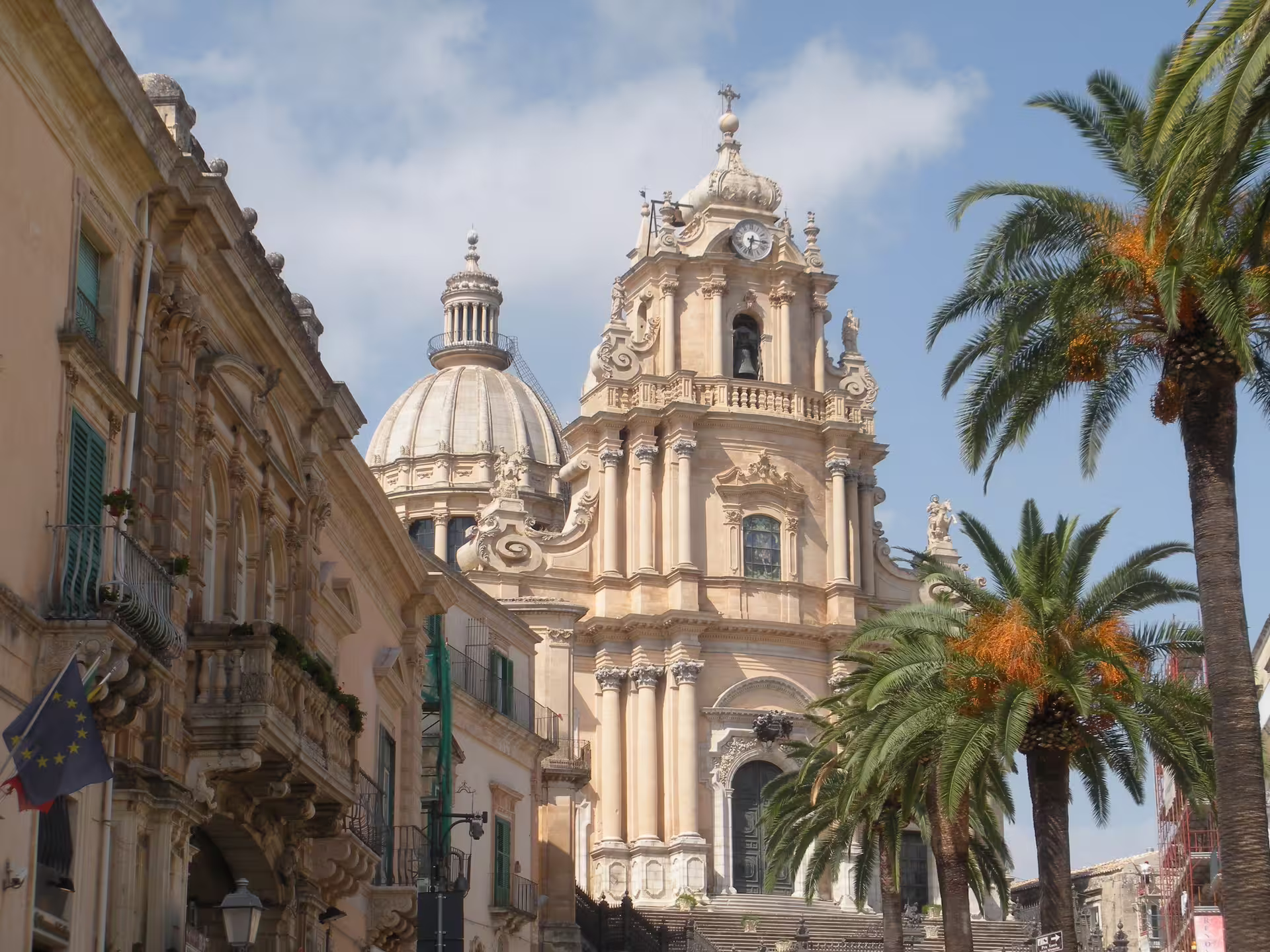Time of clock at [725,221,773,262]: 6:15
